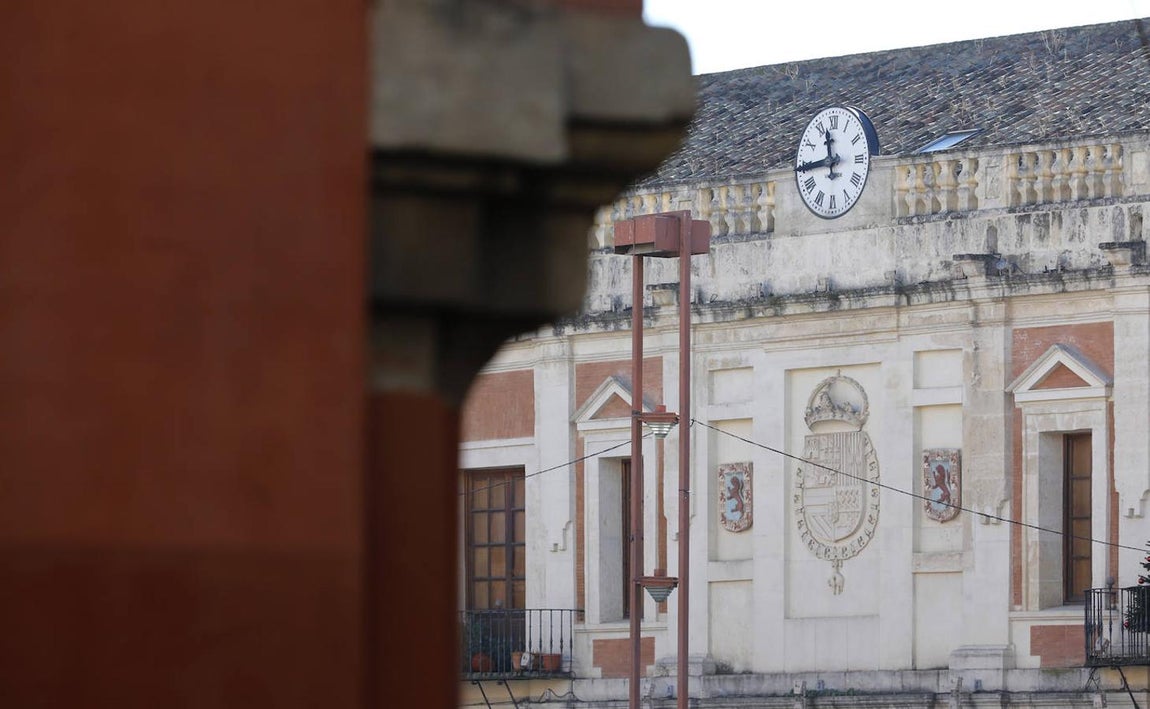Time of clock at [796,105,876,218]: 11:43
